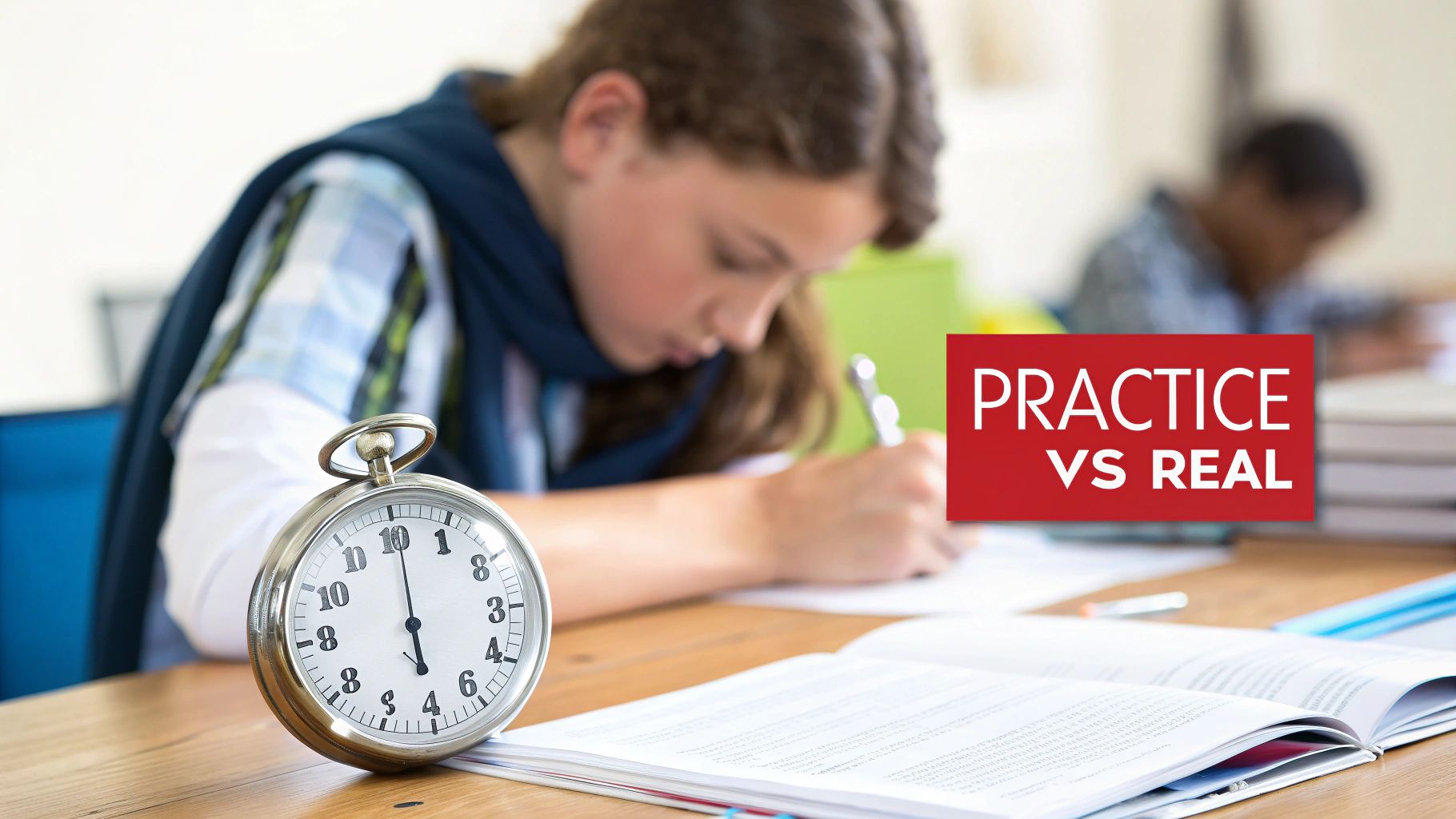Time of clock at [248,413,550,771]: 6:00
